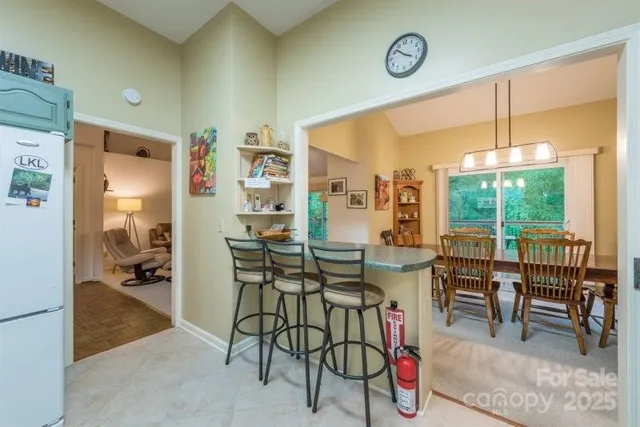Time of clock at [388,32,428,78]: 3:52
